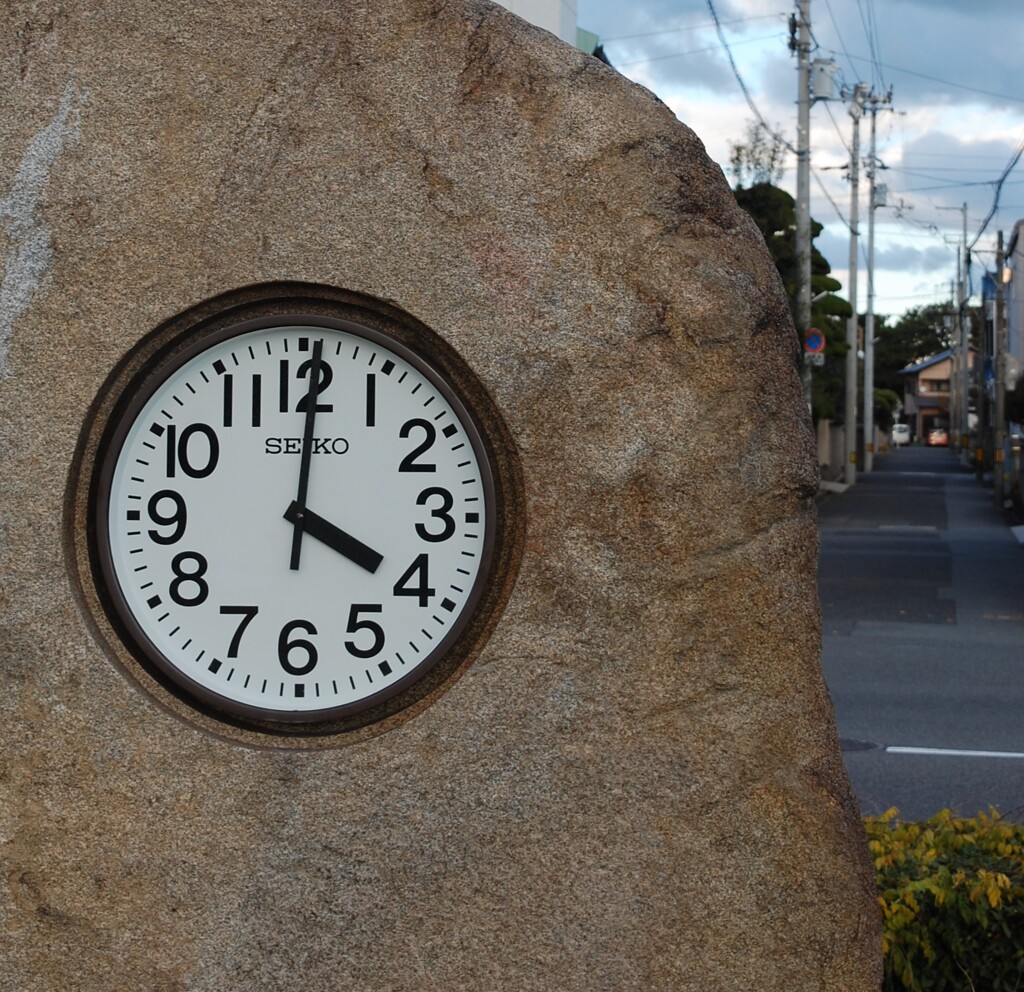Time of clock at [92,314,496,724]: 4:00
